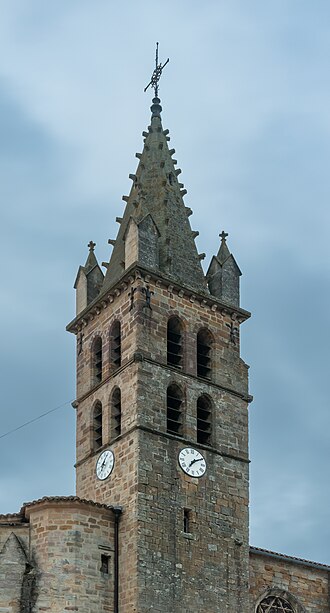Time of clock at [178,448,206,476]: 7:09
